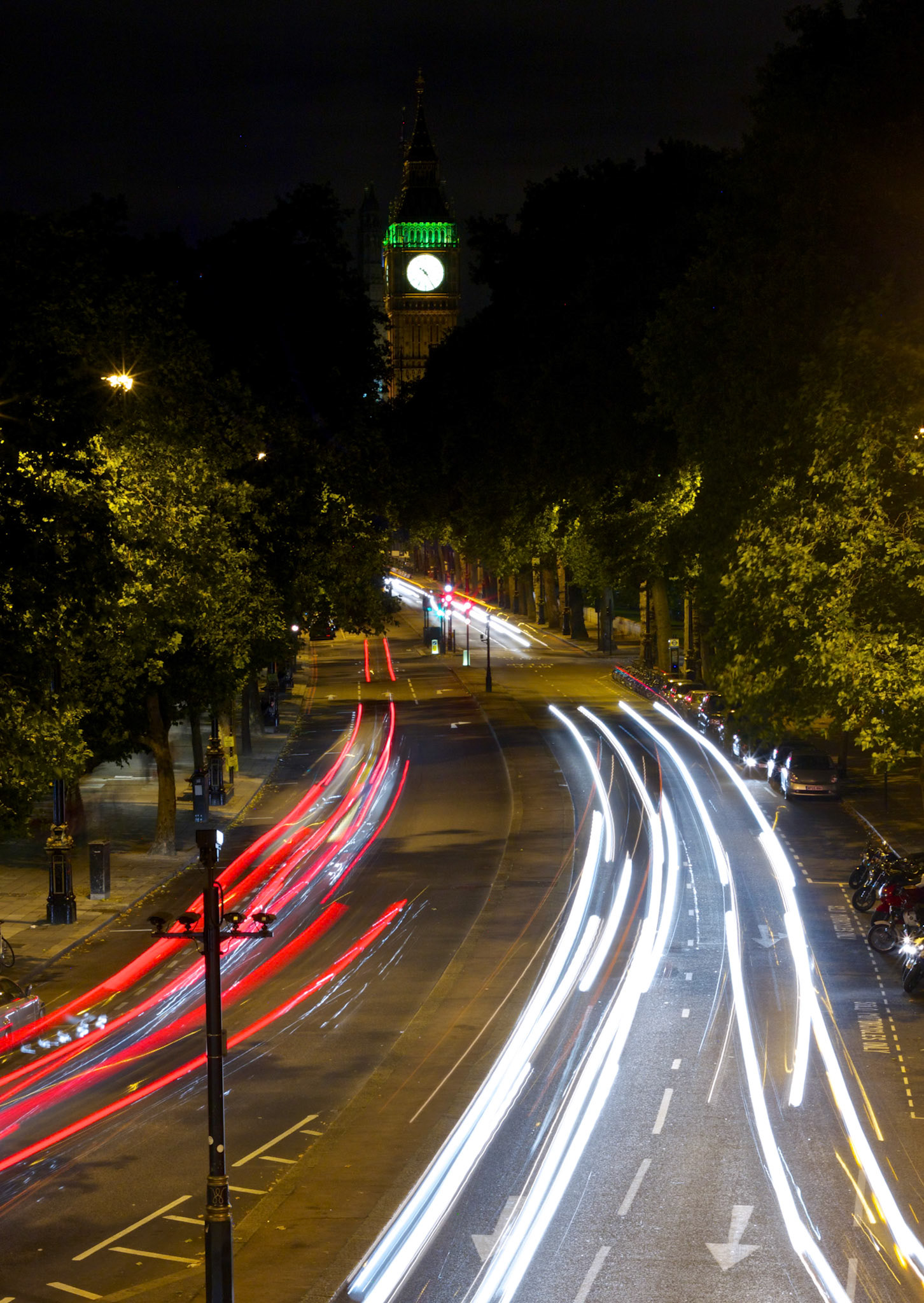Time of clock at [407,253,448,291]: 10:24
